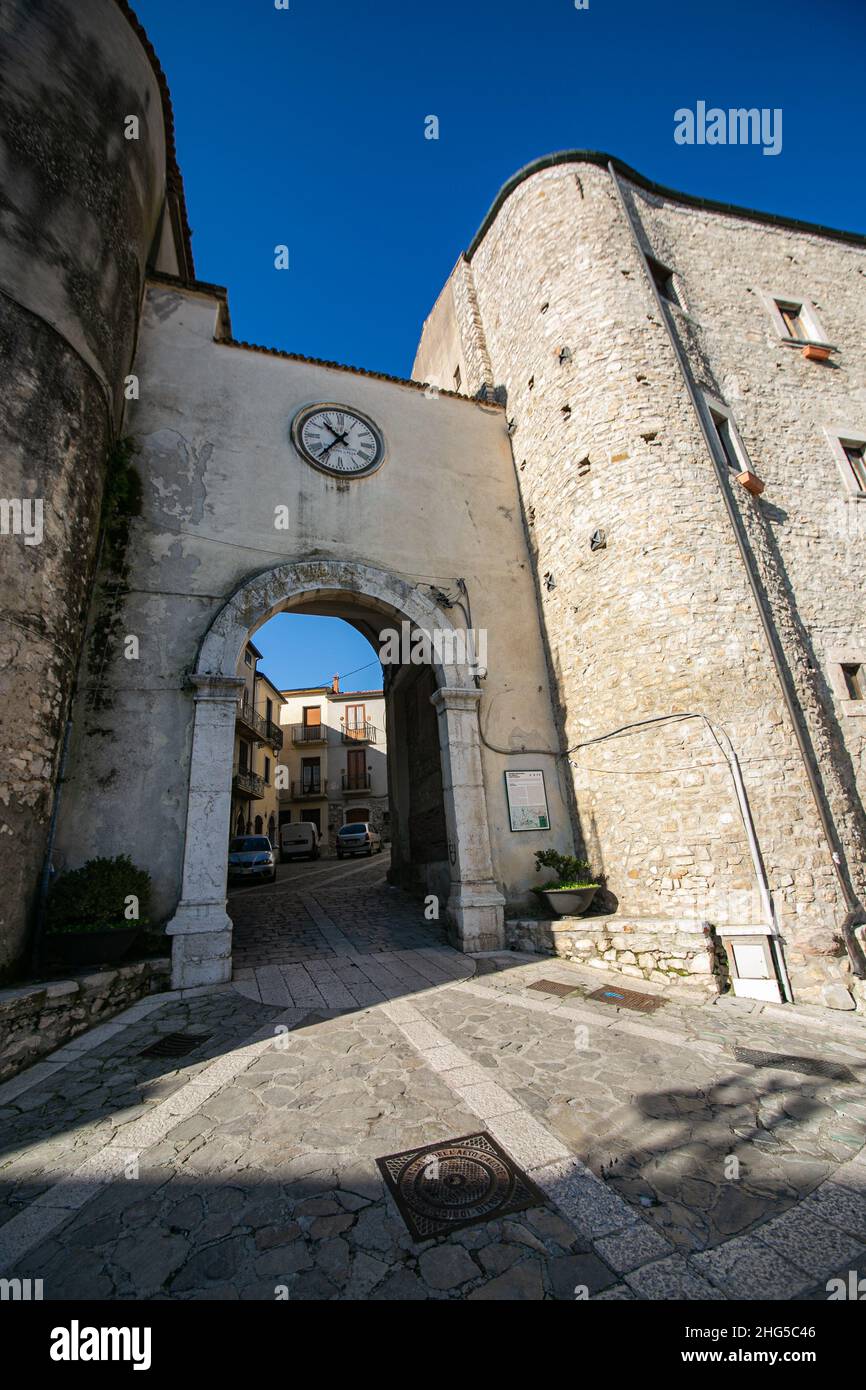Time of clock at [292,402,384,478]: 10:36
